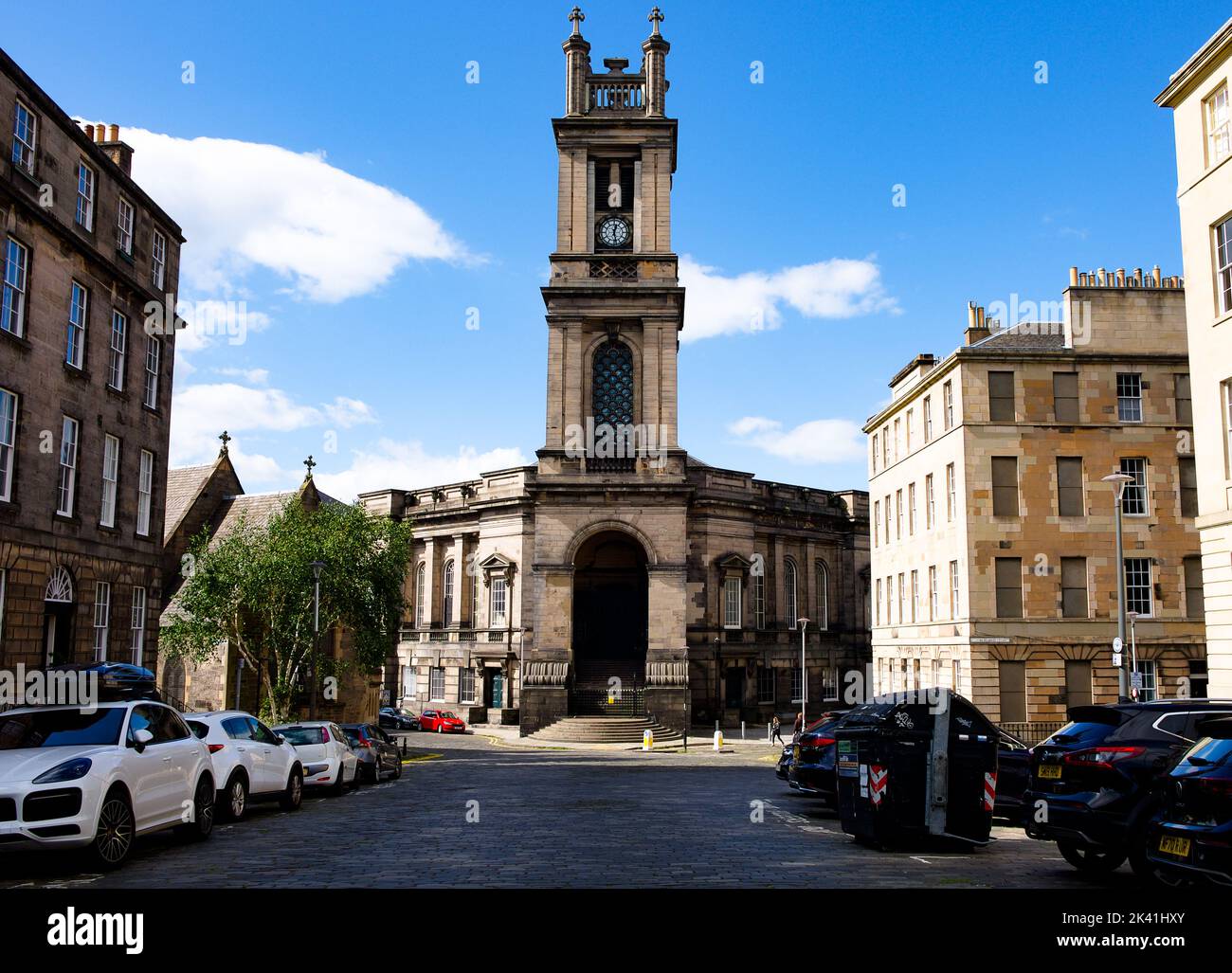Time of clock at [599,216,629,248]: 12:27
